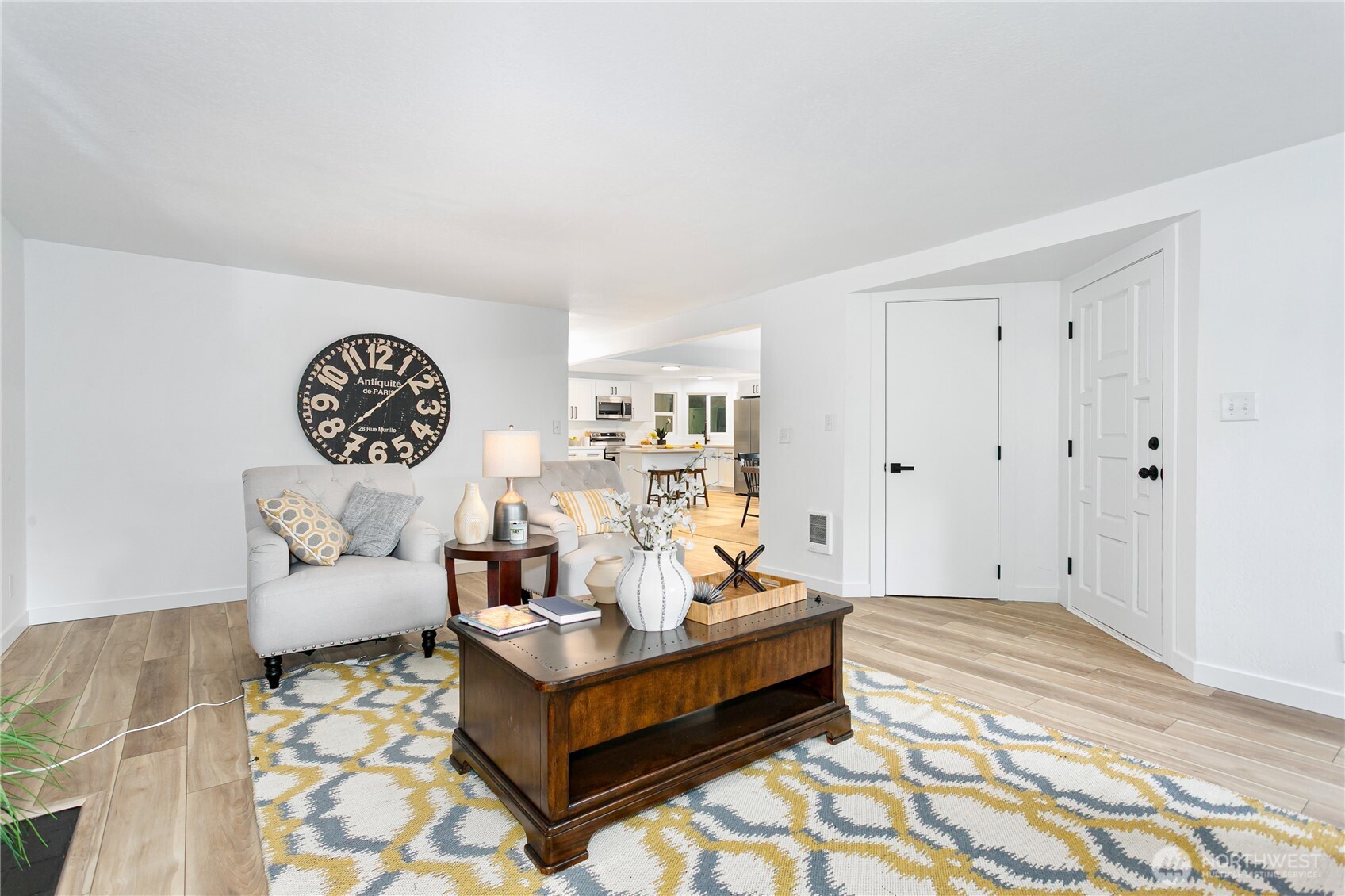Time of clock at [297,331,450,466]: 1:37
